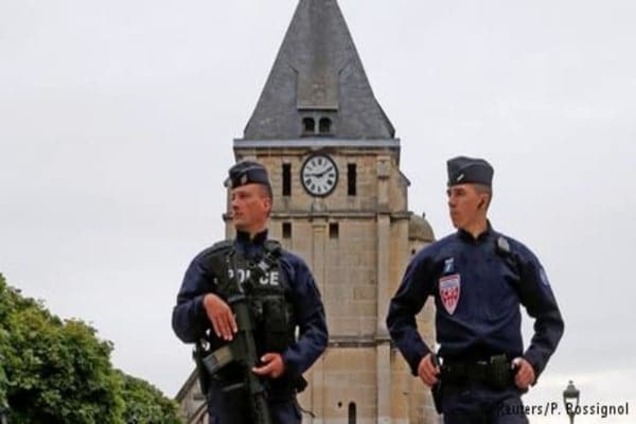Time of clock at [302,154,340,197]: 9:10
